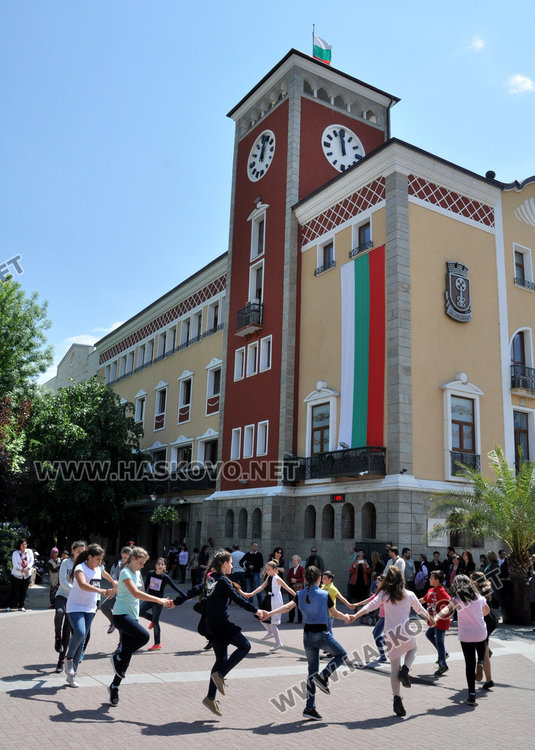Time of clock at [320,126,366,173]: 11:58
